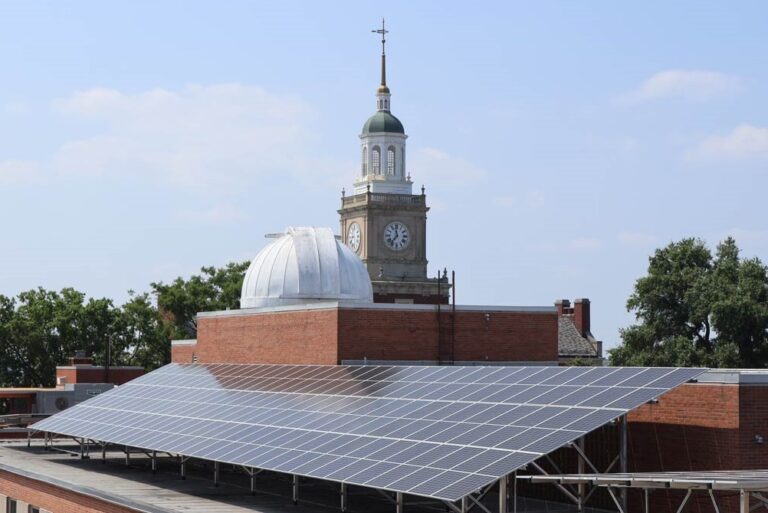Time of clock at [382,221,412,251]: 11:36
